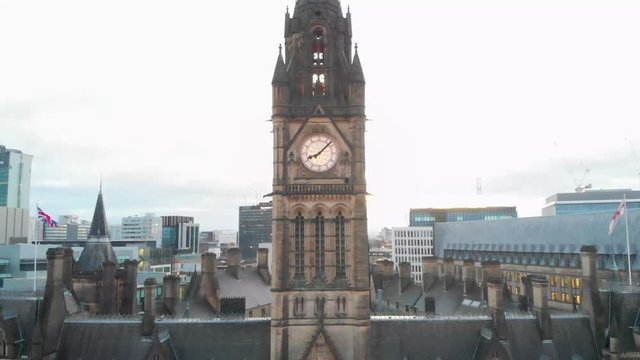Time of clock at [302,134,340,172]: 8:07
